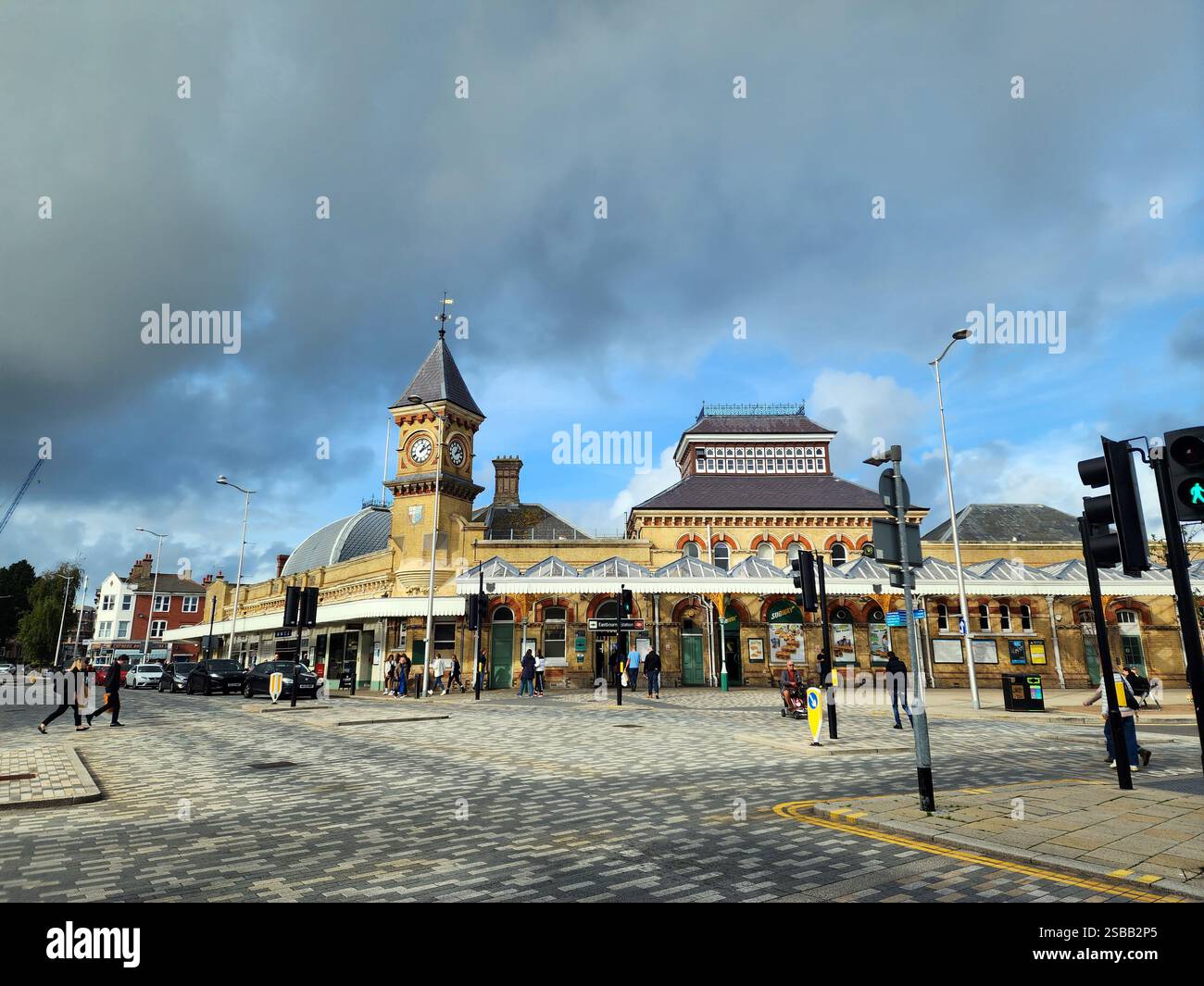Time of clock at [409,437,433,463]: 1:10
